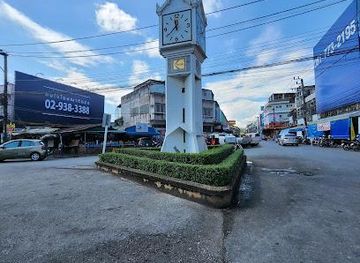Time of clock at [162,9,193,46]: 11:38
